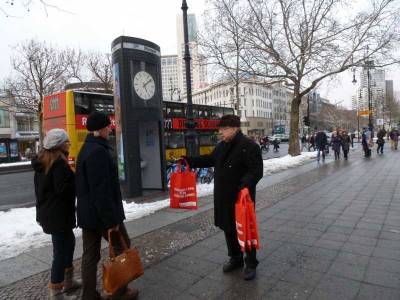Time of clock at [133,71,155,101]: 5:08
